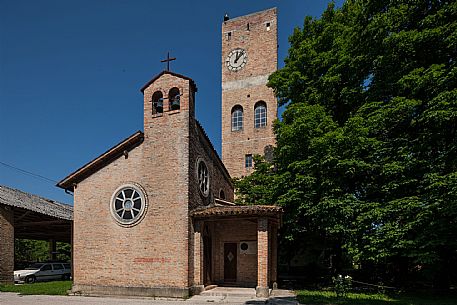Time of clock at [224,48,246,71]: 12:07
